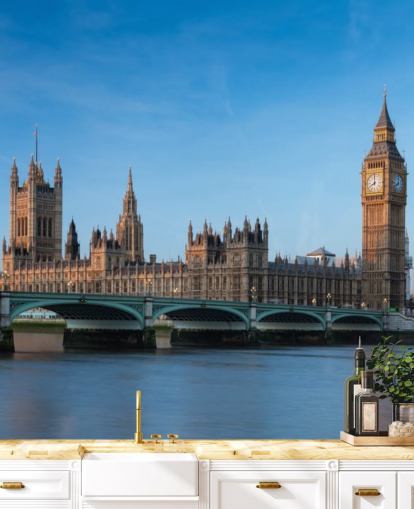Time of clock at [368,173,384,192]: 7:59
